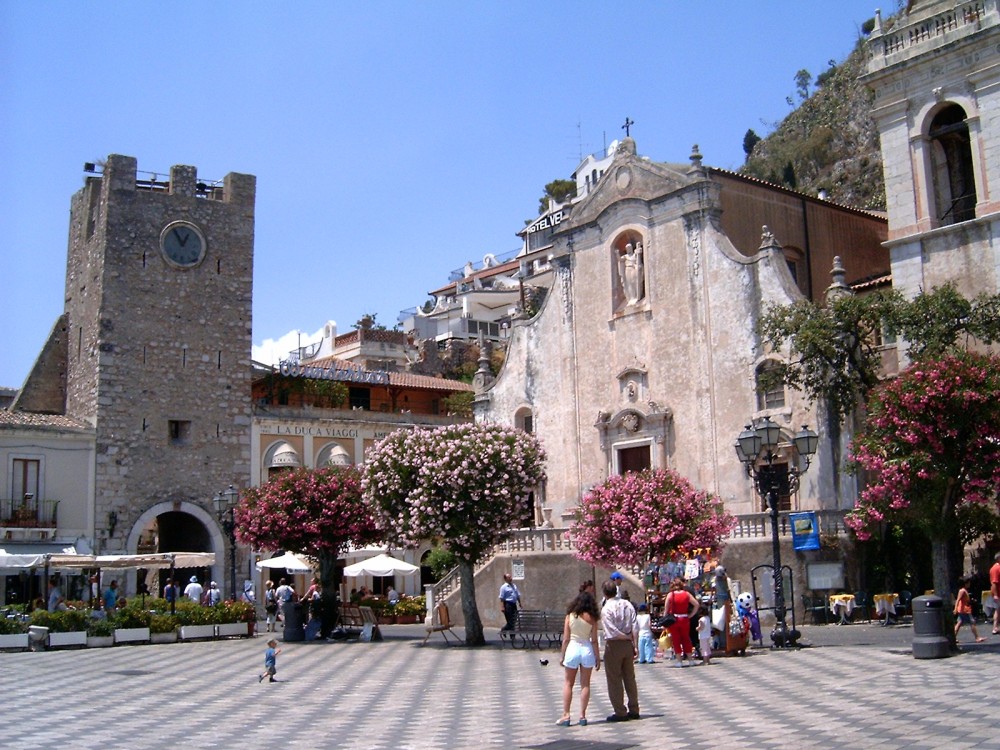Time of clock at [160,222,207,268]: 12:55
